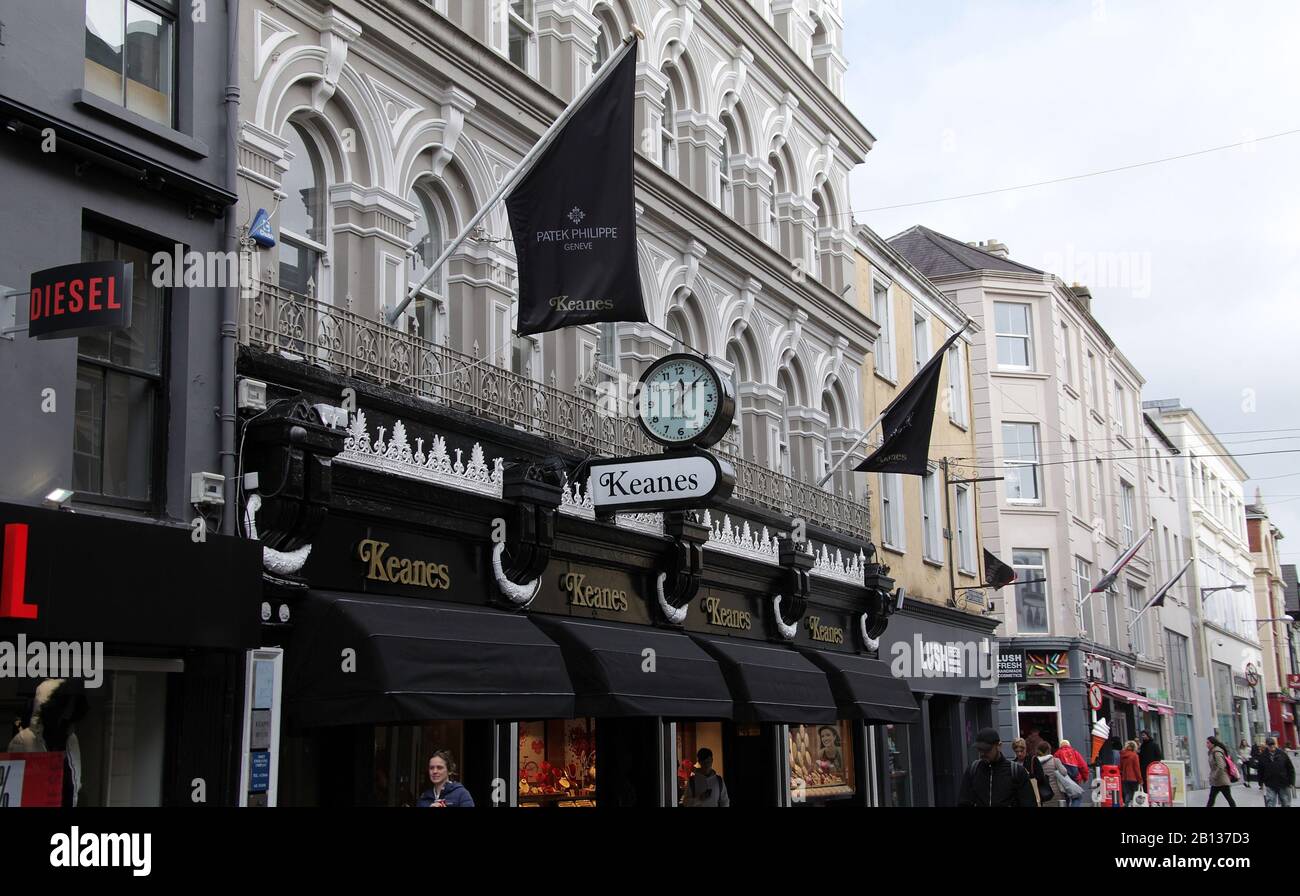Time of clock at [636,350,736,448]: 12:07
